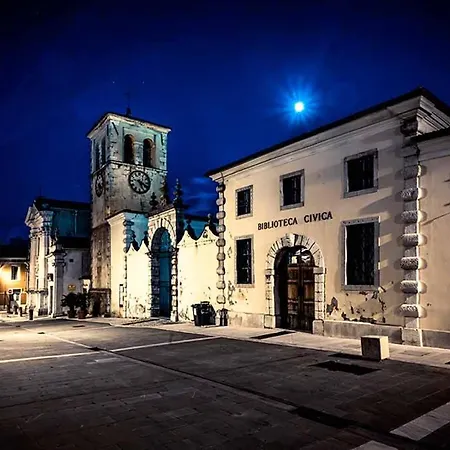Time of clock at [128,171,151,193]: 5:18
